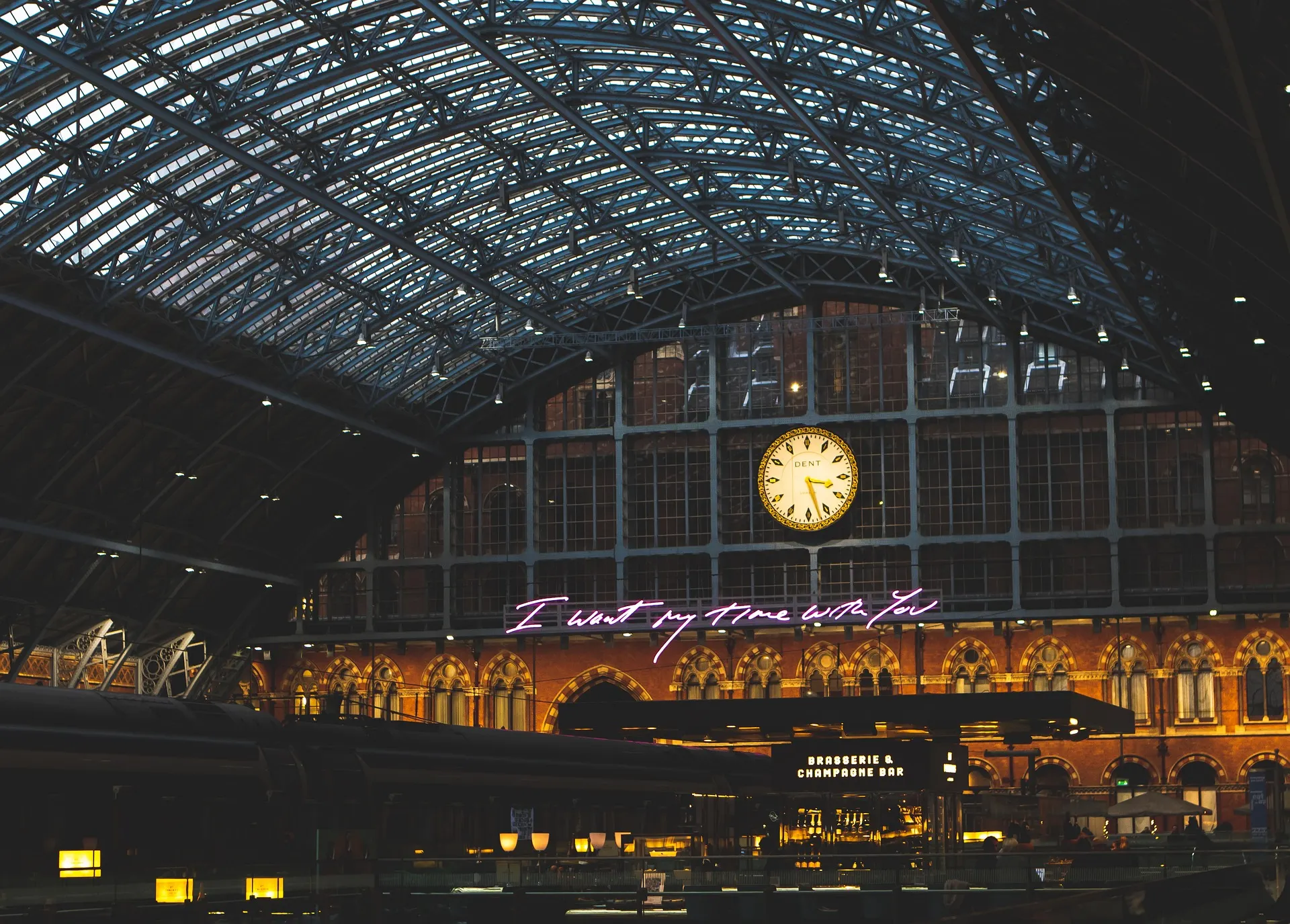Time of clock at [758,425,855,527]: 3:27
